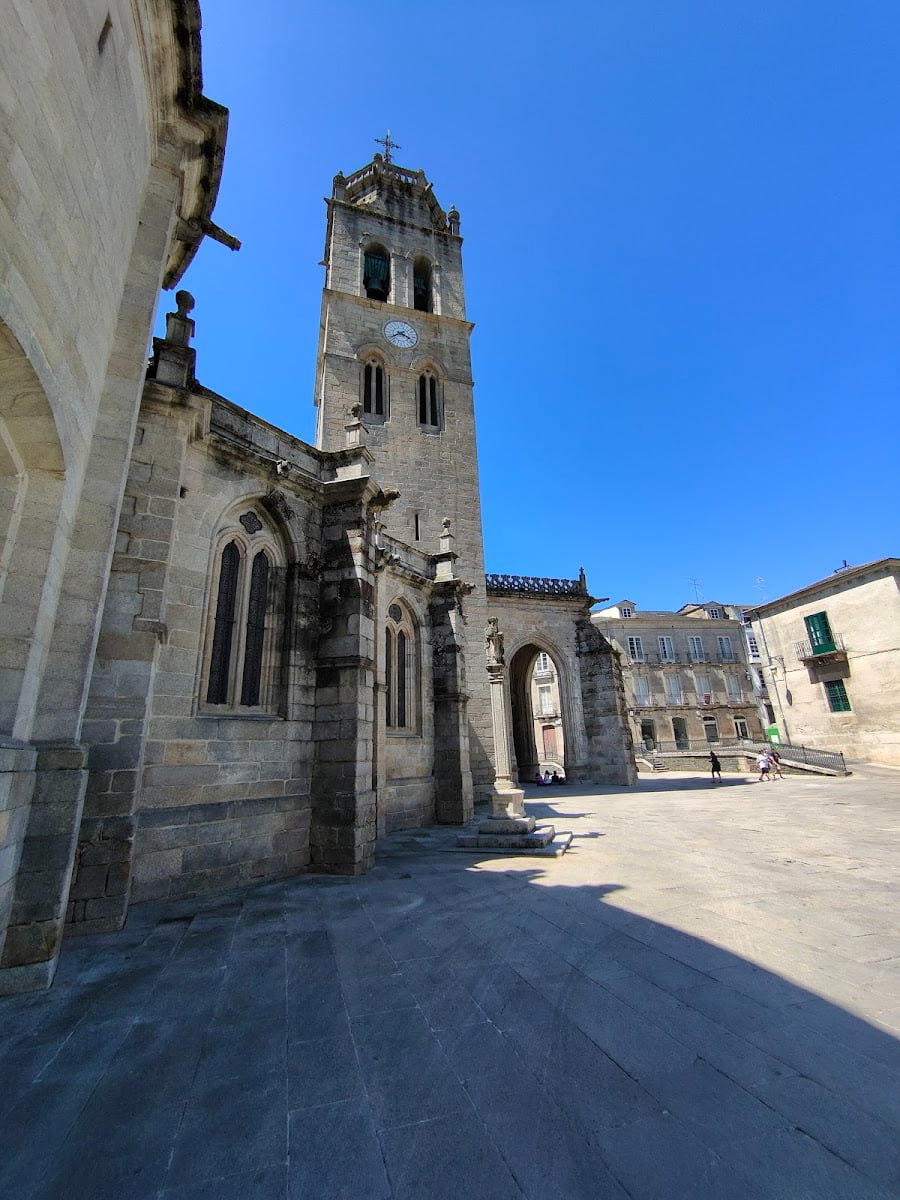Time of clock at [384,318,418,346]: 3:40
